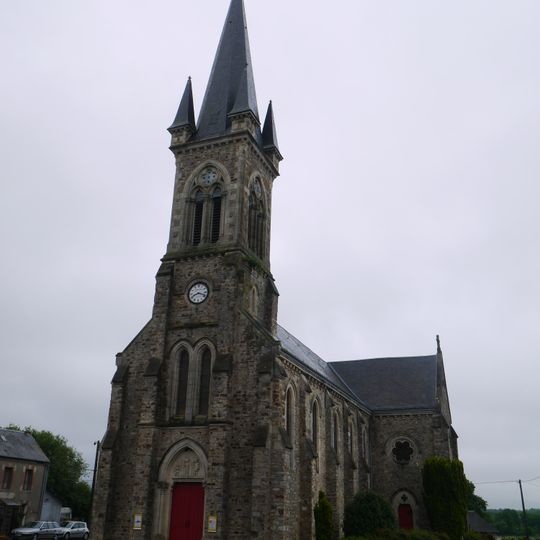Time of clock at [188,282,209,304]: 8:18
